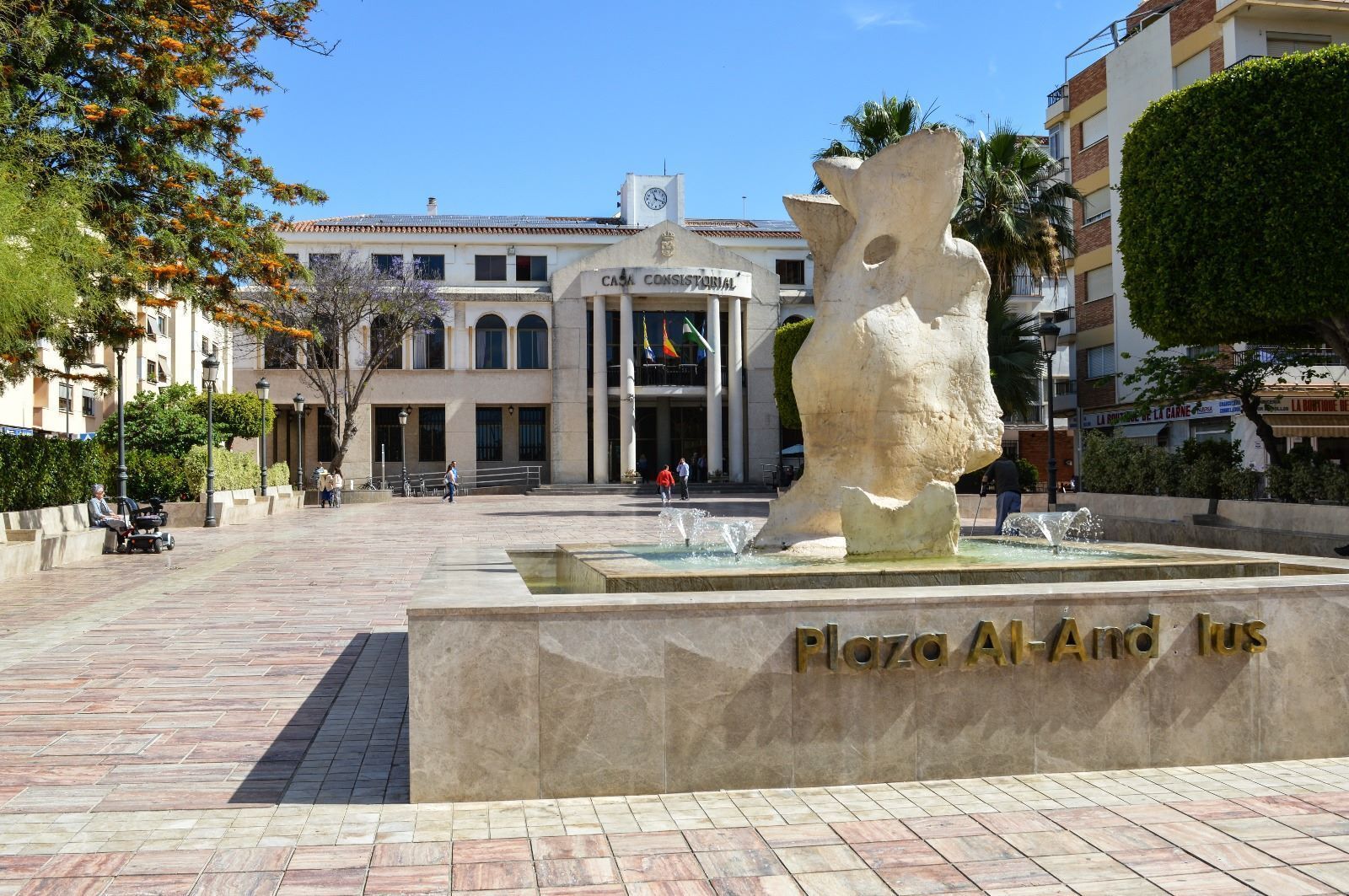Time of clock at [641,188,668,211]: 11:18
